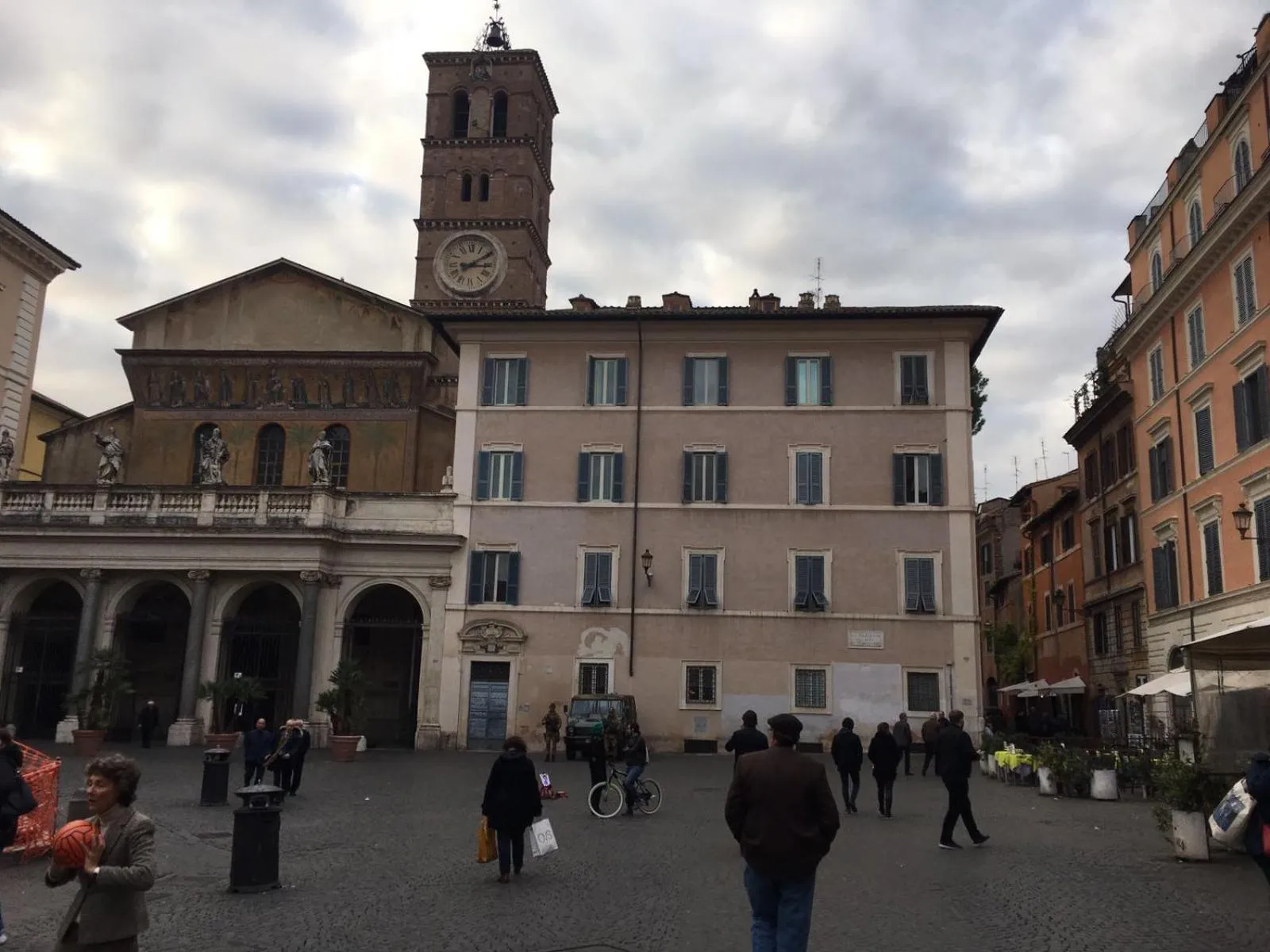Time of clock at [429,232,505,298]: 3:09
